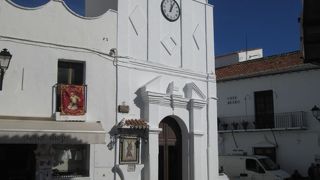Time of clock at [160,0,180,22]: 12:04
